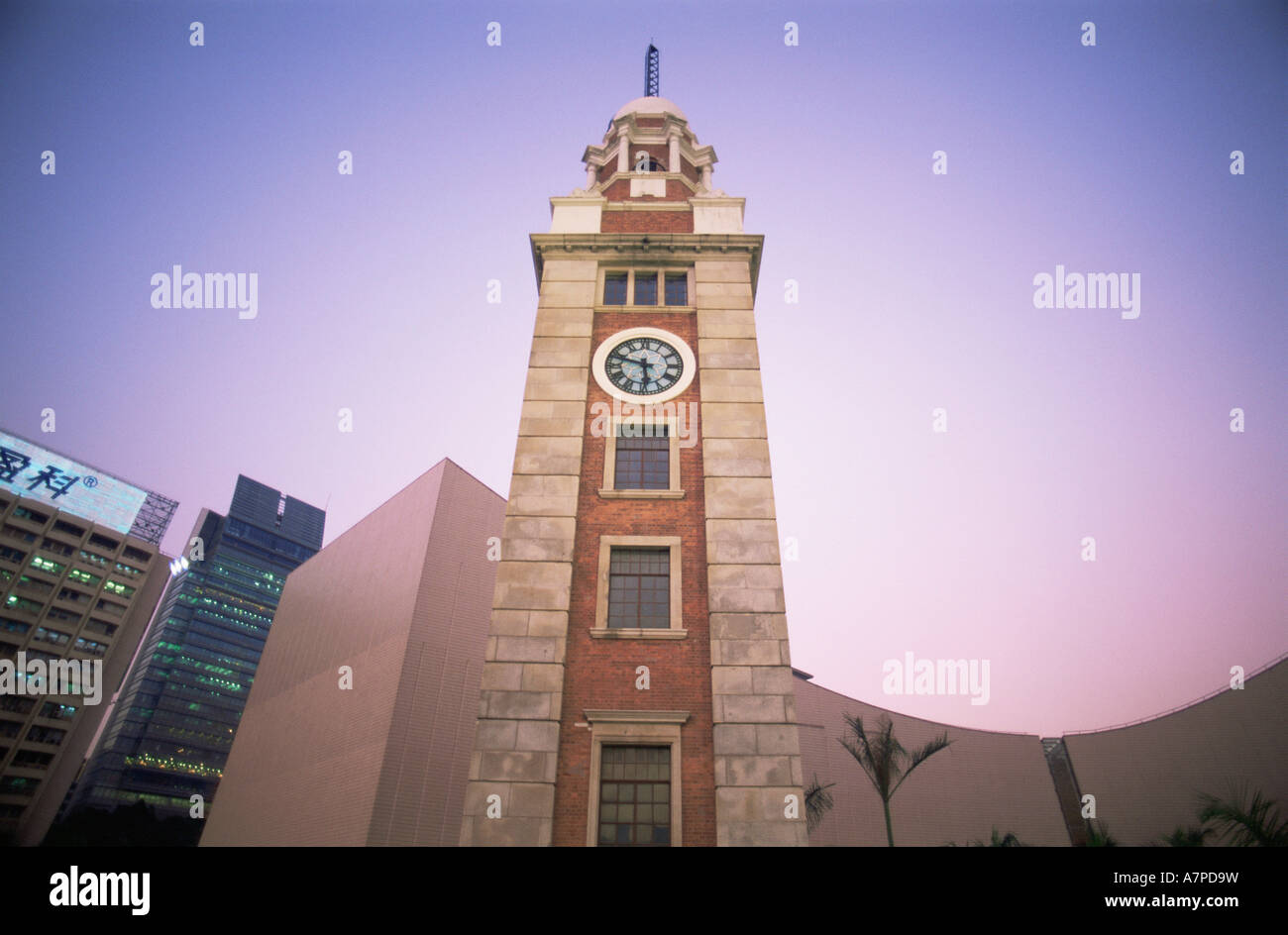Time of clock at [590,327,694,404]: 5:47
